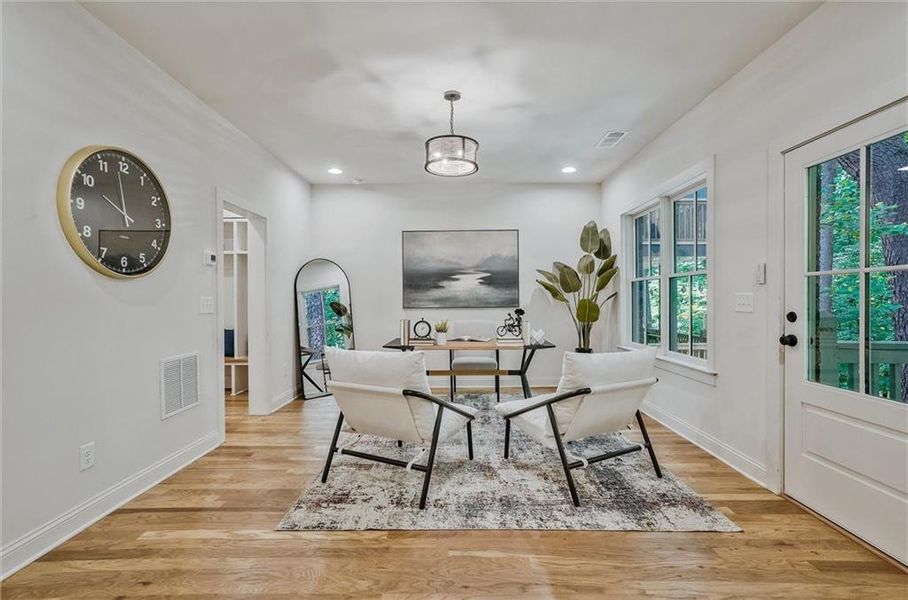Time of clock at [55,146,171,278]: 9:58
